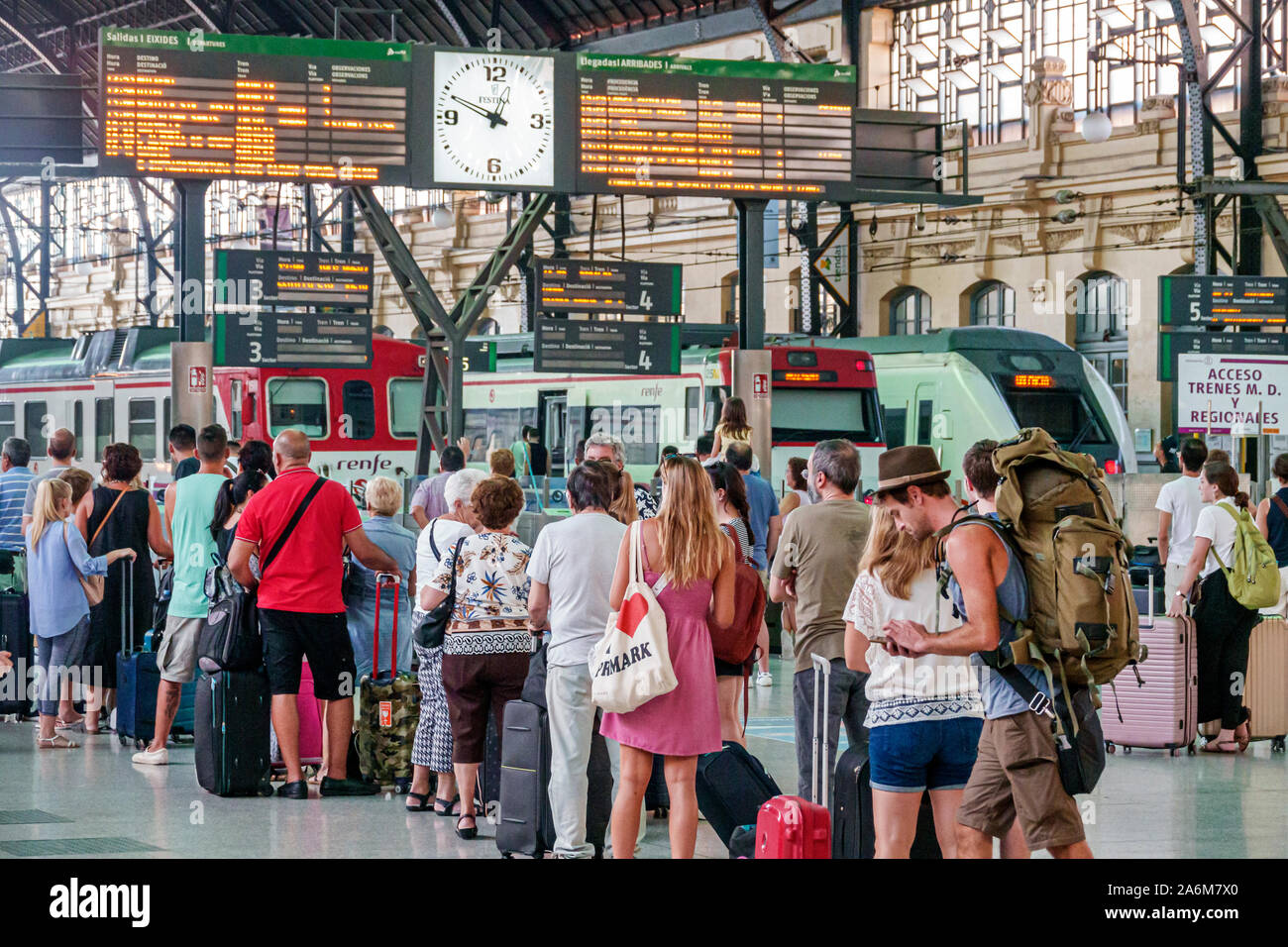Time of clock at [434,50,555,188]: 12:49
